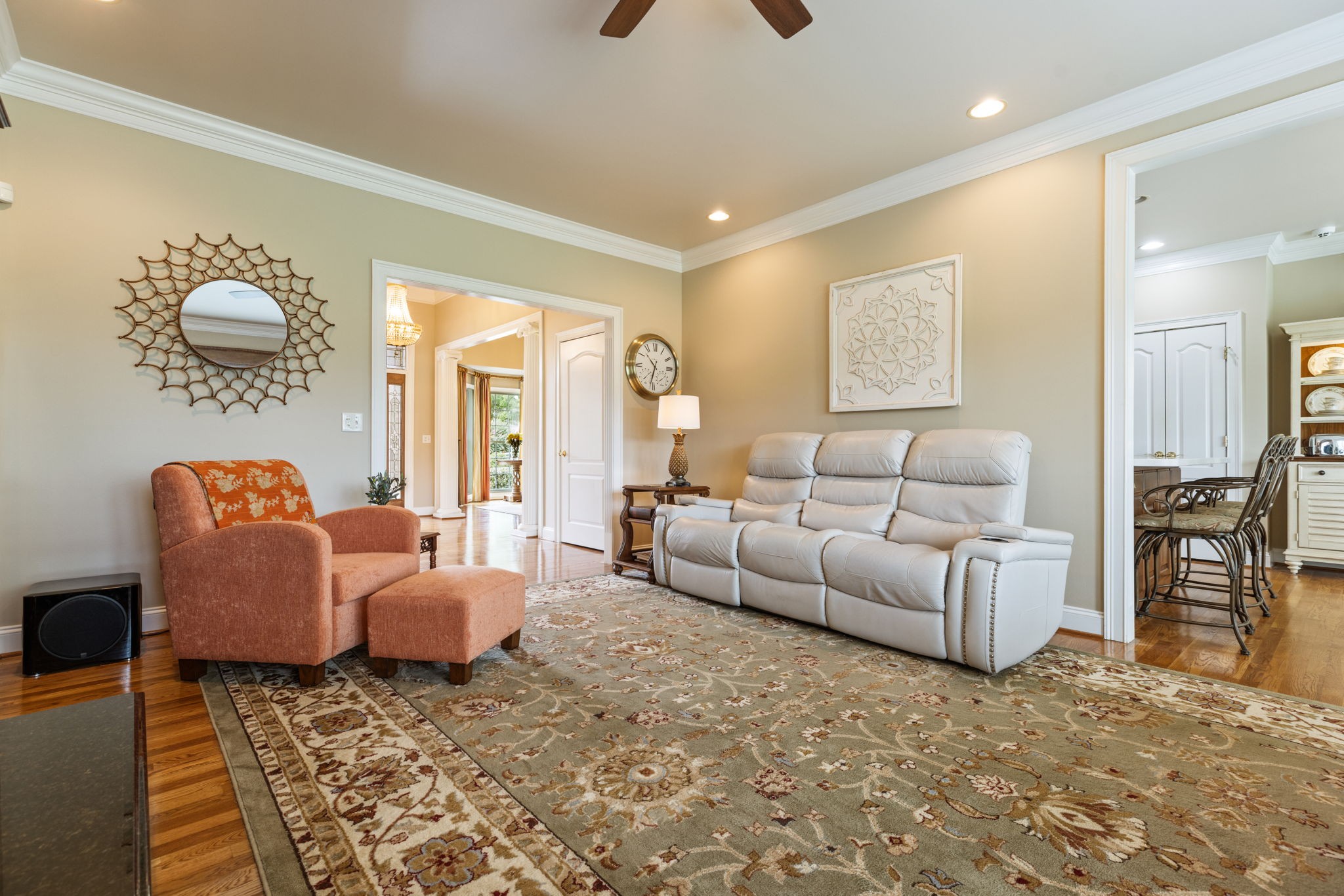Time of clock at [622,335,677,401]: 10:32
